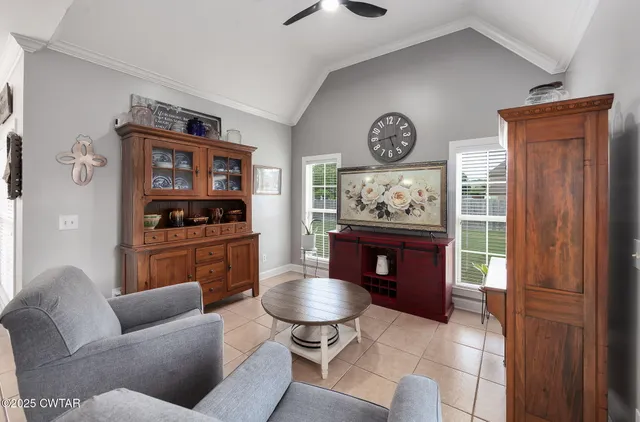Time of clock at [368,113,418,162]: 5:43
